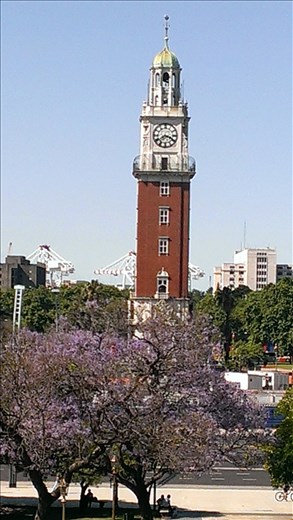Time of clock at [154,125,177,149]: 3:39
